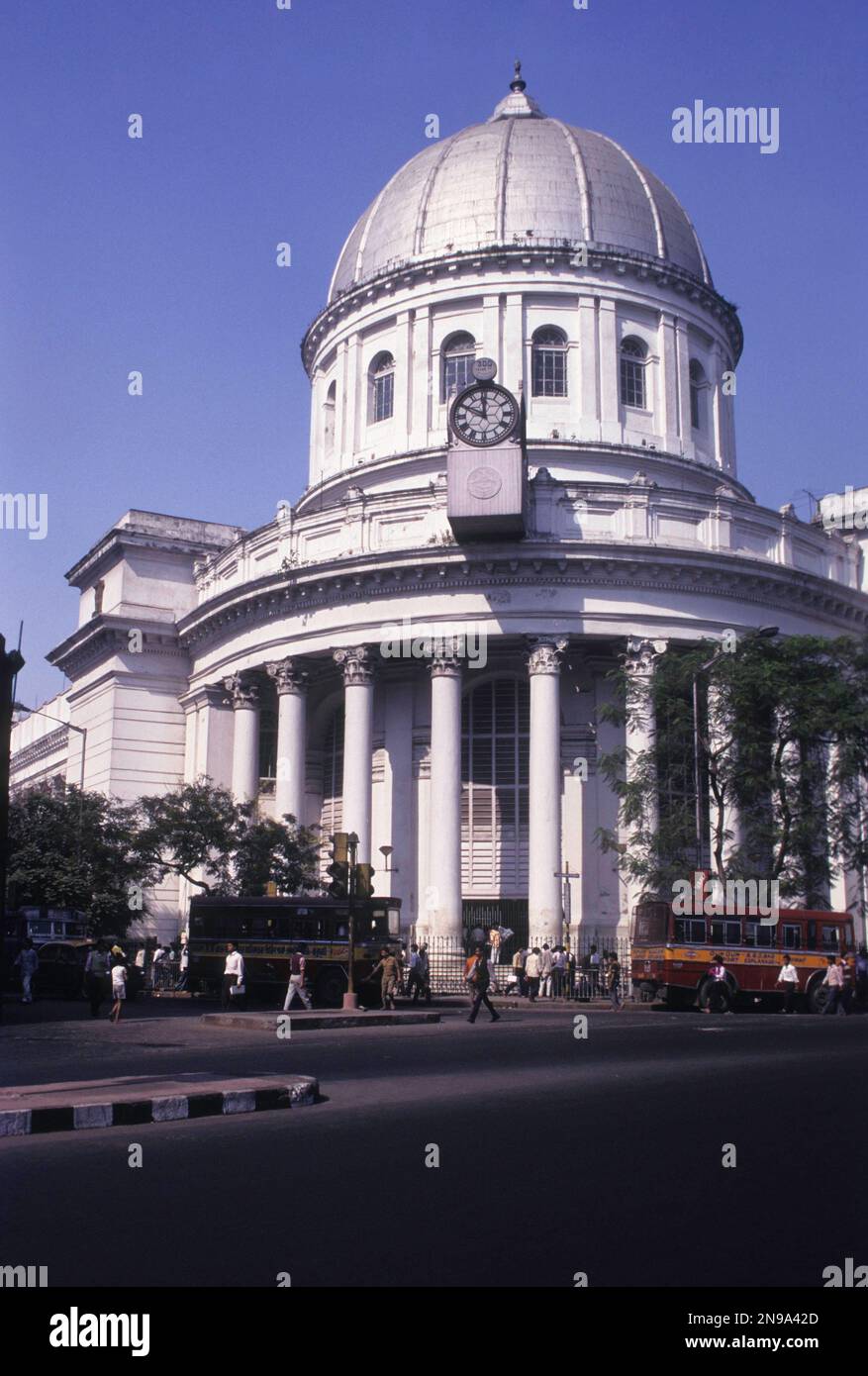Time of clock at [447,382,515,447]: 11:49
